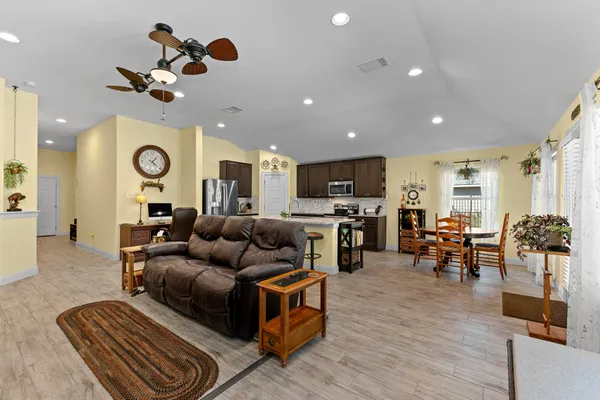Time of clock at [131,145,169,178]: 1:21
